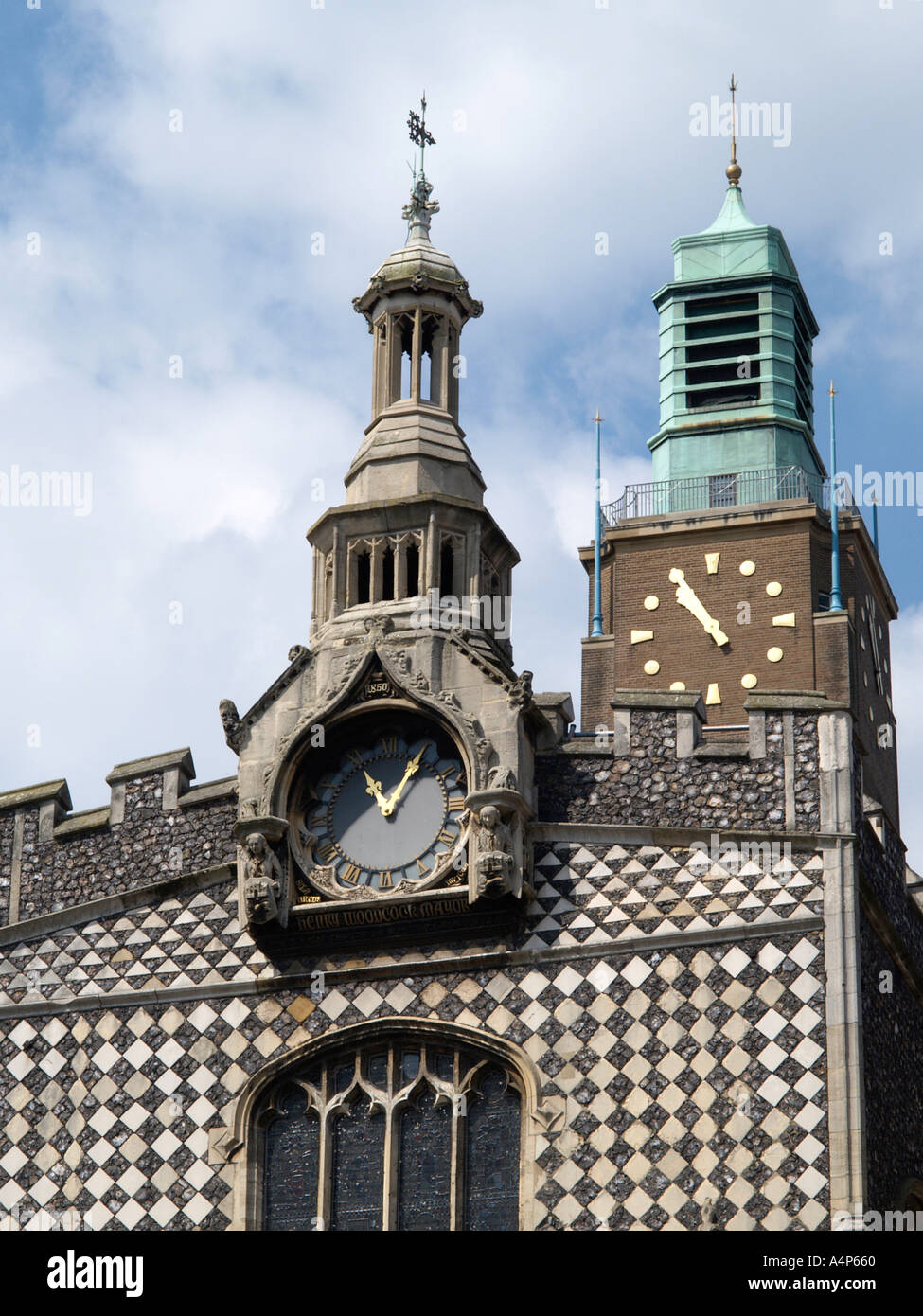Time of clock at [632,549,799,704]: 10:55
